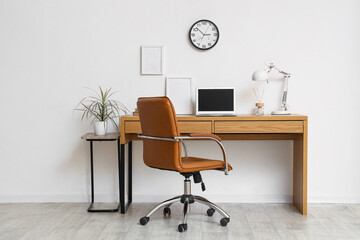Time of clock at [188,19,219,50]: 2:52
